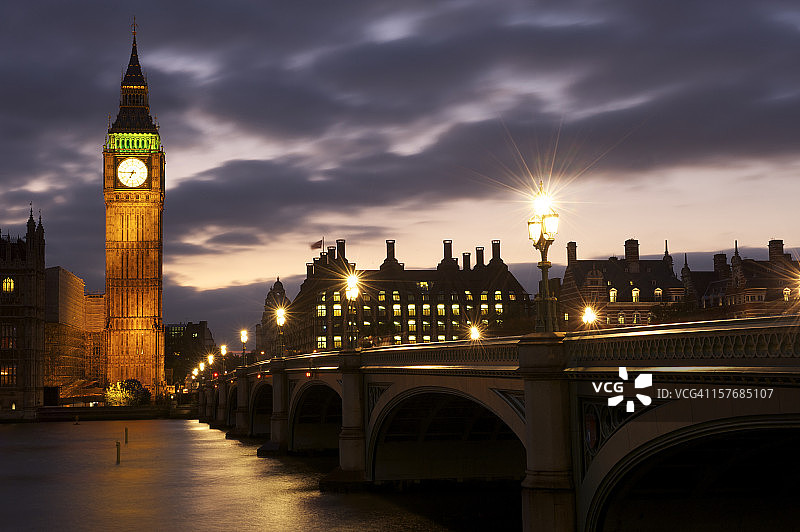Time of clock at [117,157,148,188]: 6:45
